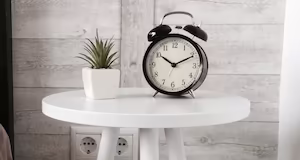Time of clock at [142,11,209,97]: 10:11
